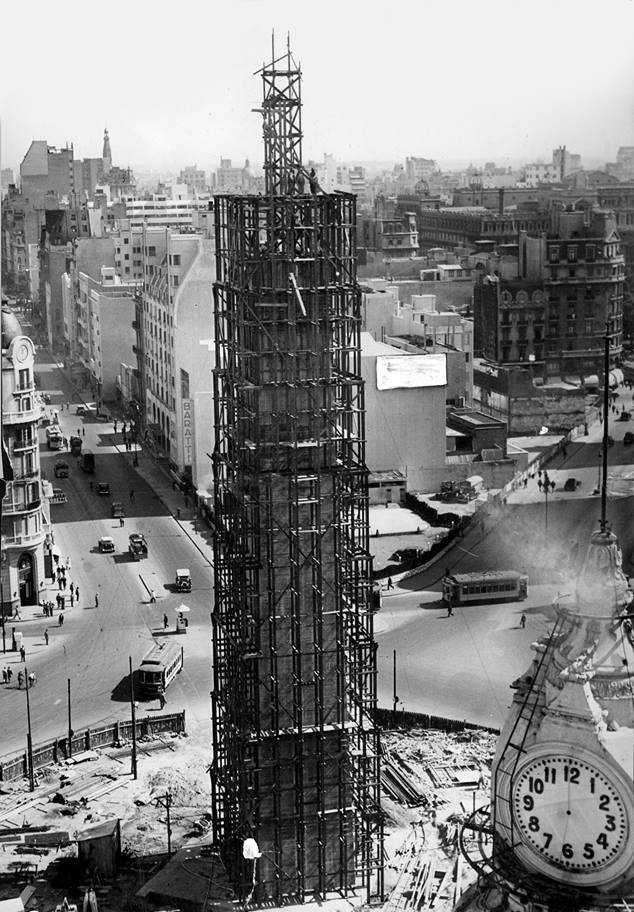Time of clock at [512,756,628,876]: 11:59
